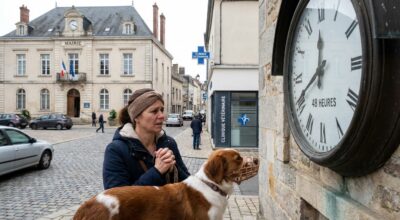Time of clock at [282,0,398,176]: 11:40
